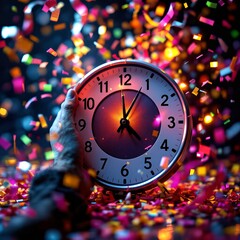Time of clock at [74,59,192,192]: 4:04
